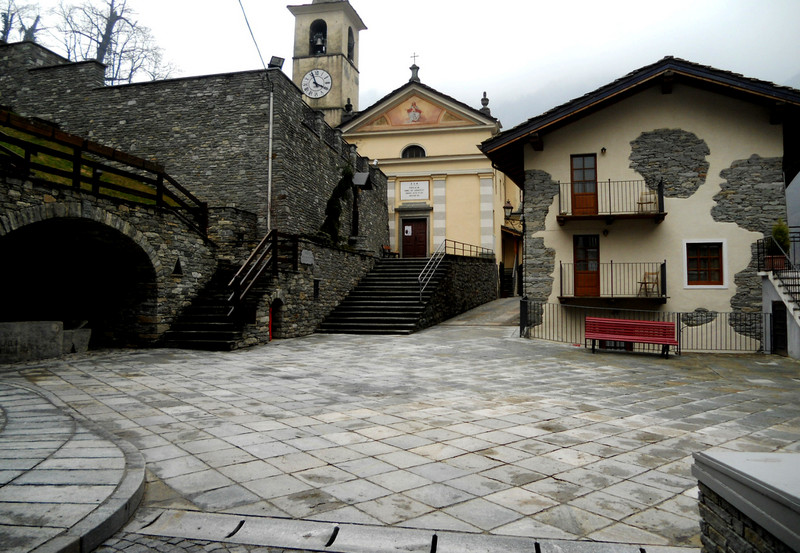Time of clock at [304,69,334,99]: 3:56
